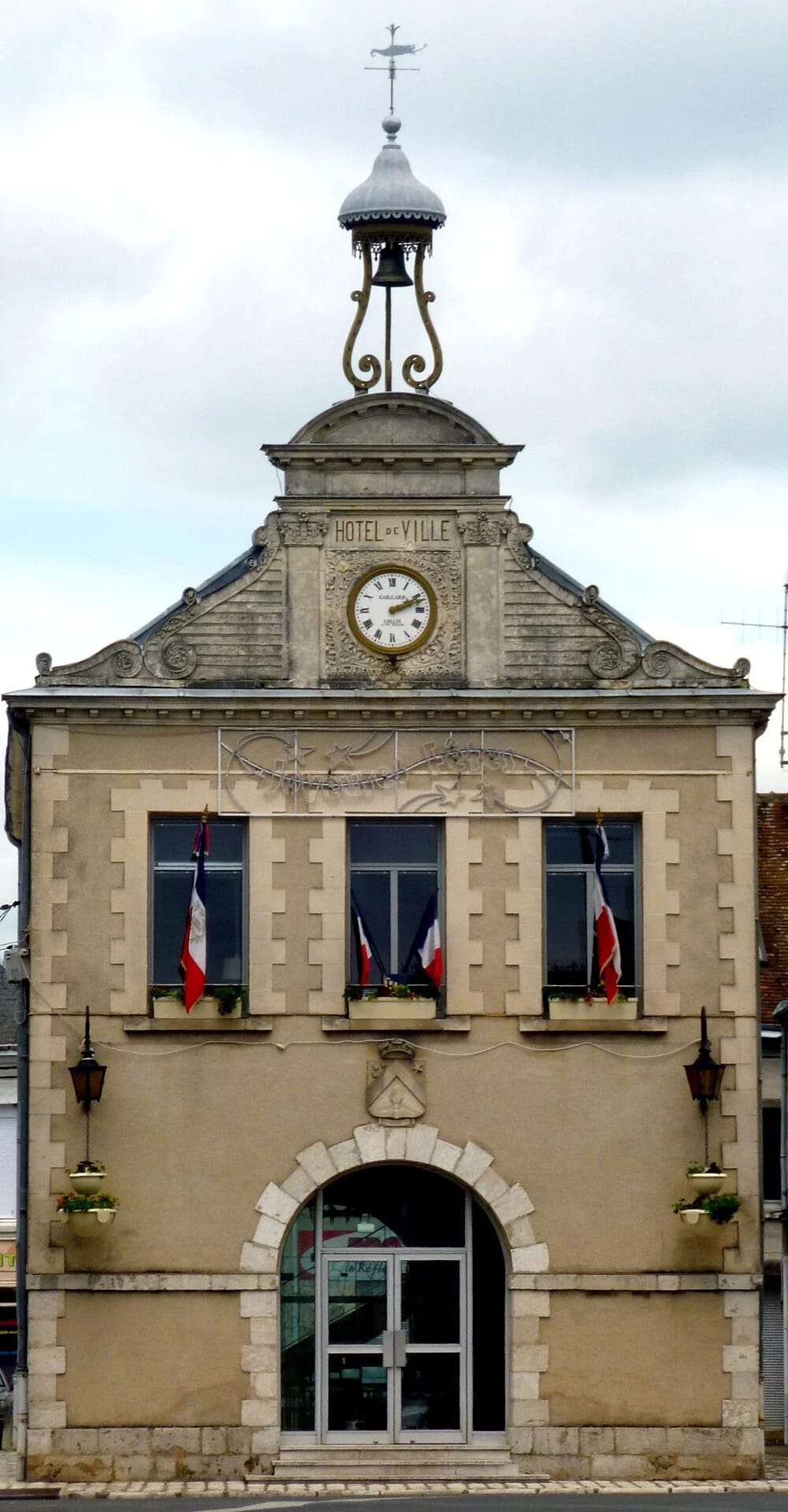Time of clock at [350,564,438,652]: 2:11
